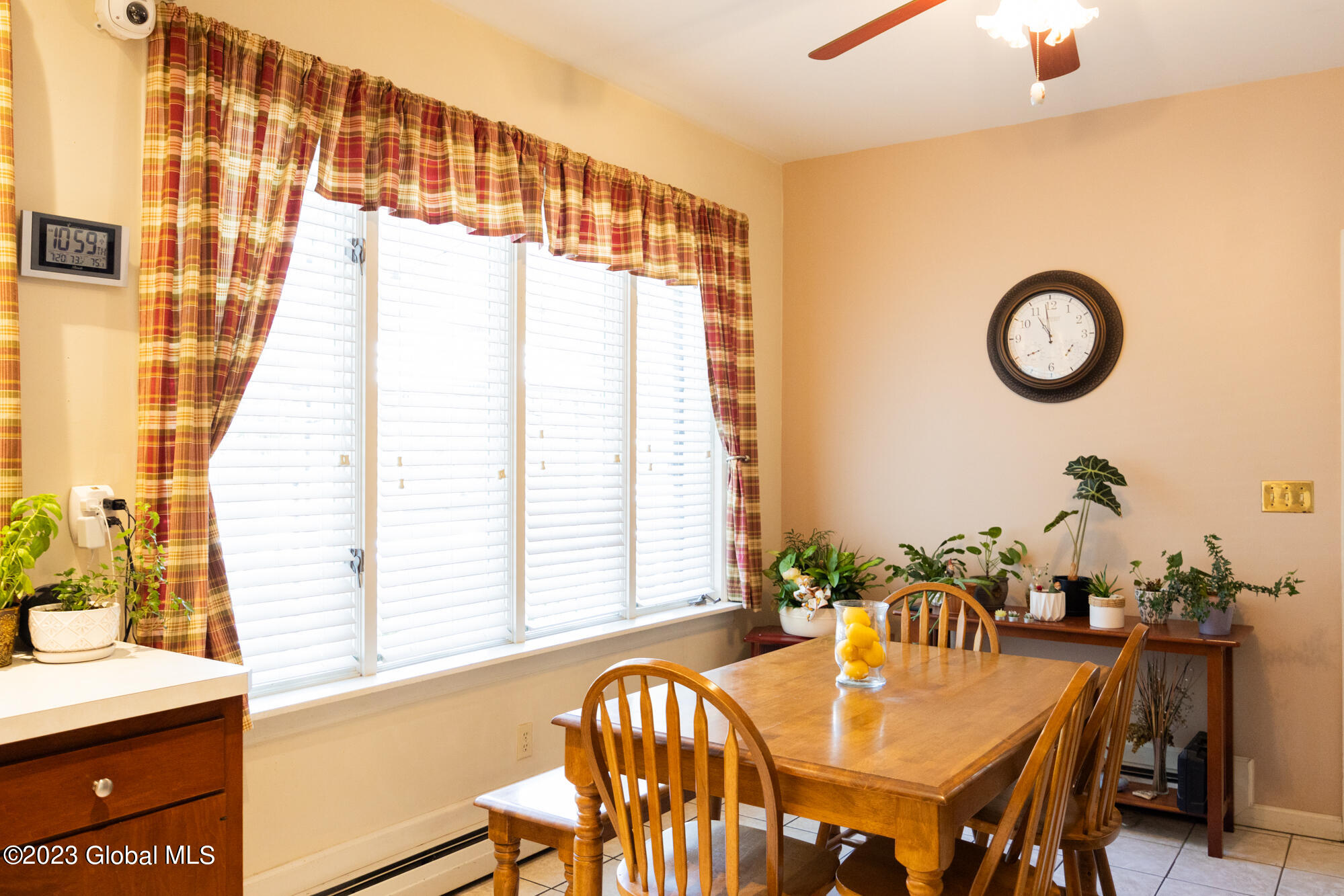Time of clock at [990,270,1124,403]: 10:58
